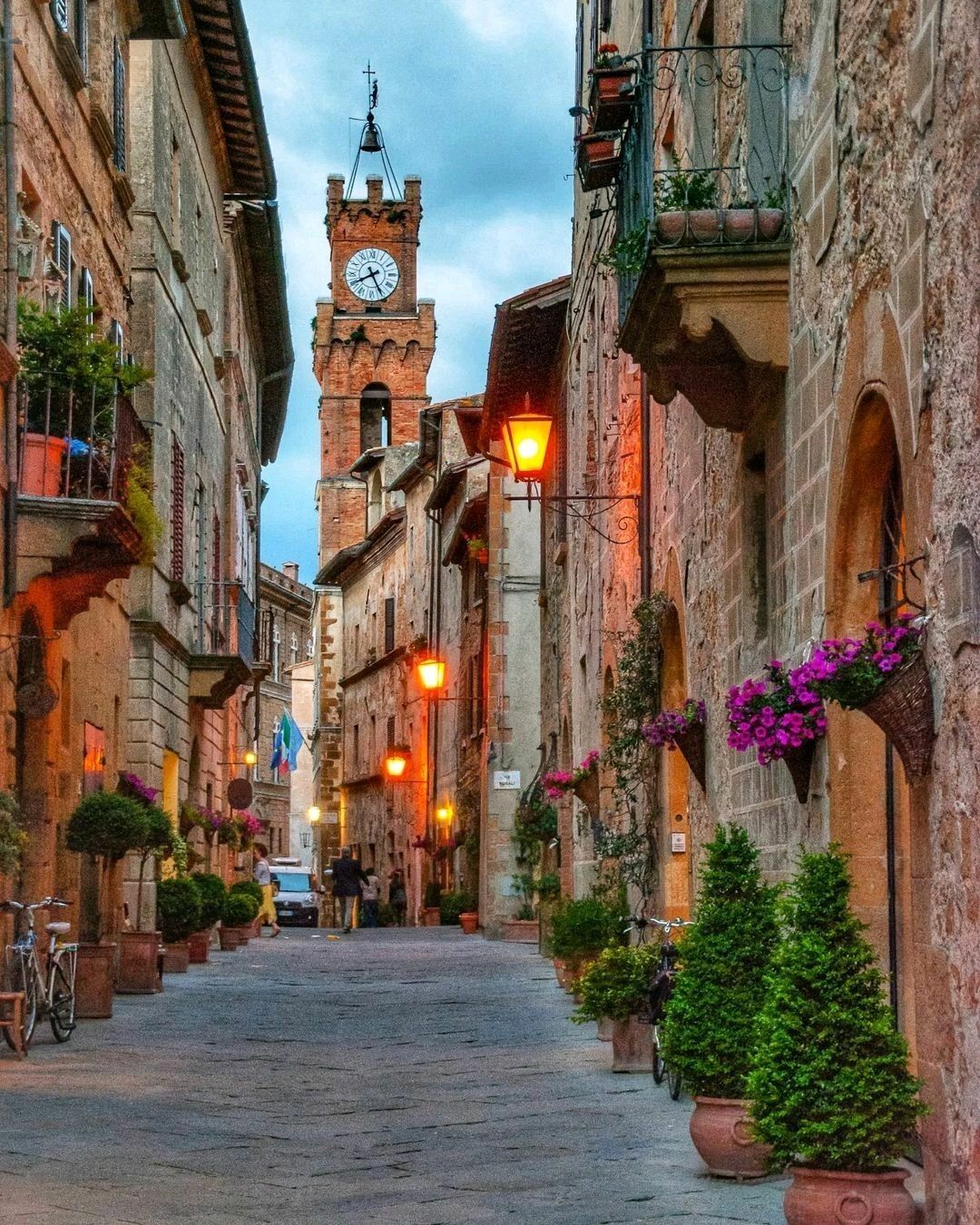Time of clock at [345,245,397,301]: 8:25
